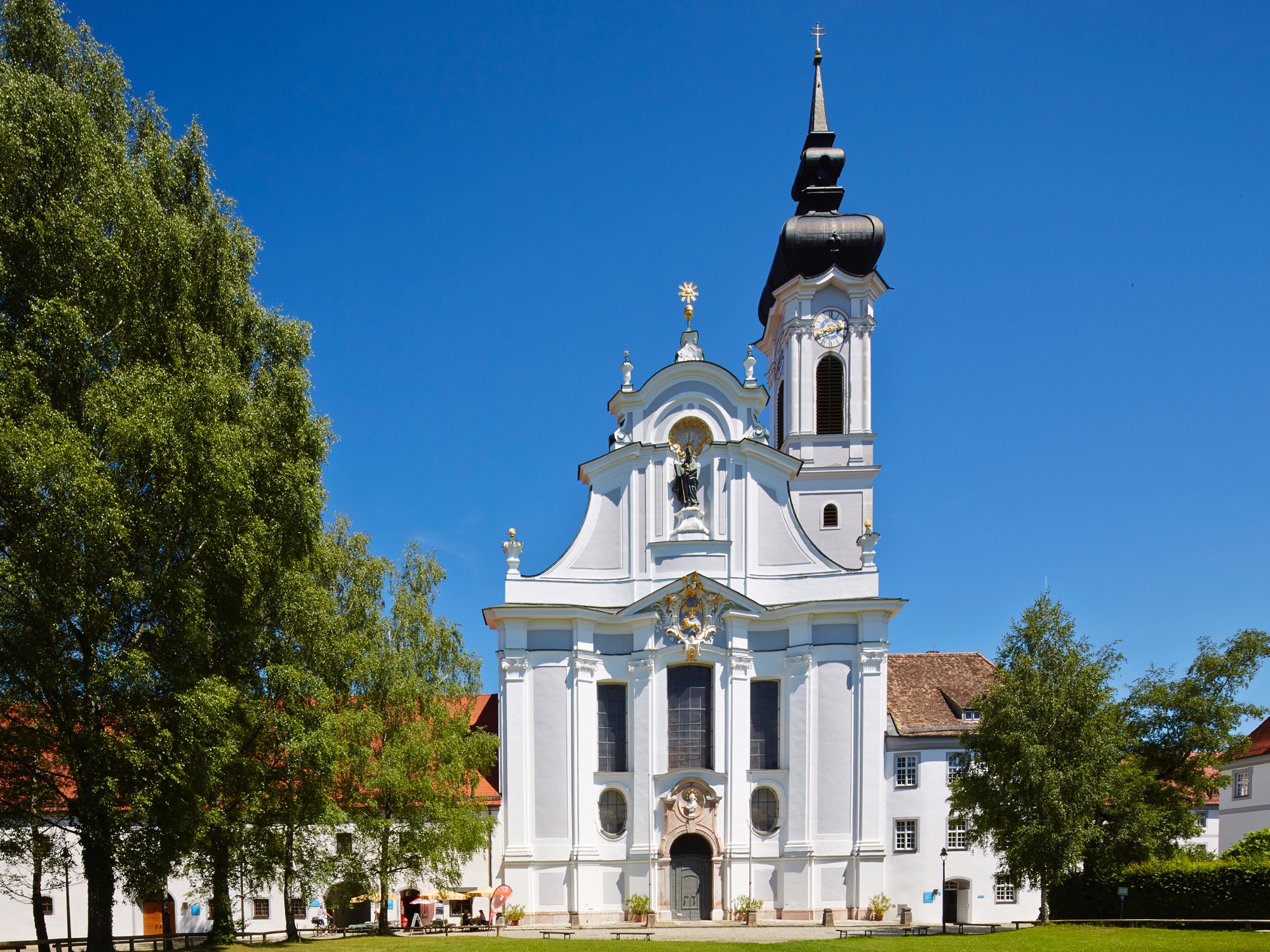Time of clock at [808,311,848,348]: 2:40
